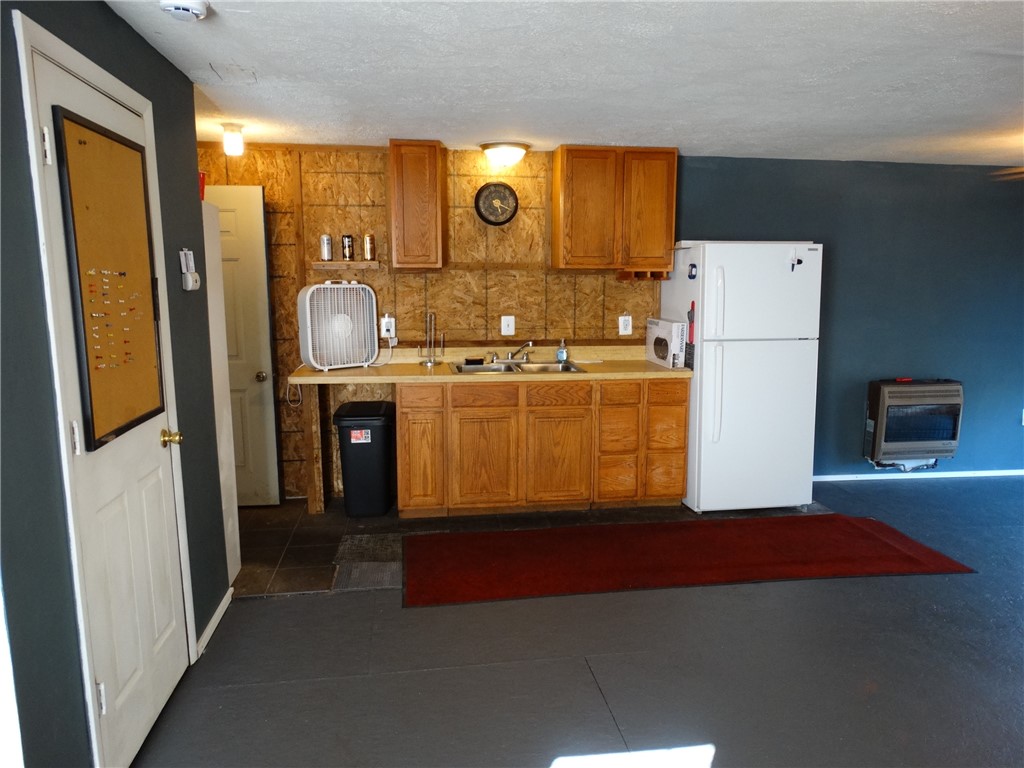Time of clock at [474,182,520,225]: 5:19
